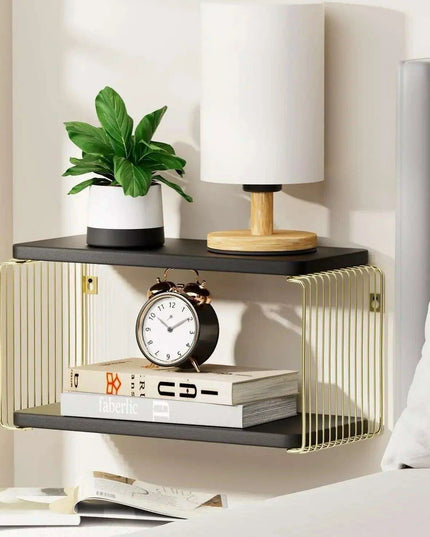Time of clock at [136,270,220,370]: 10:09
